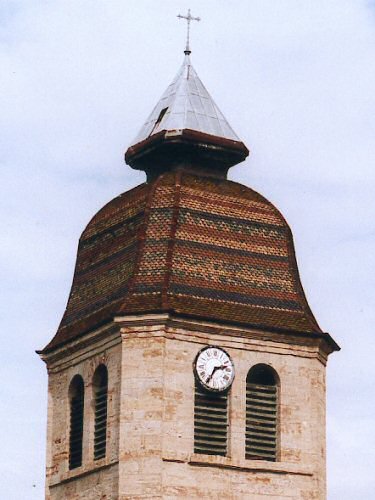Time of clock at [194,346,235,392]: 2:35
